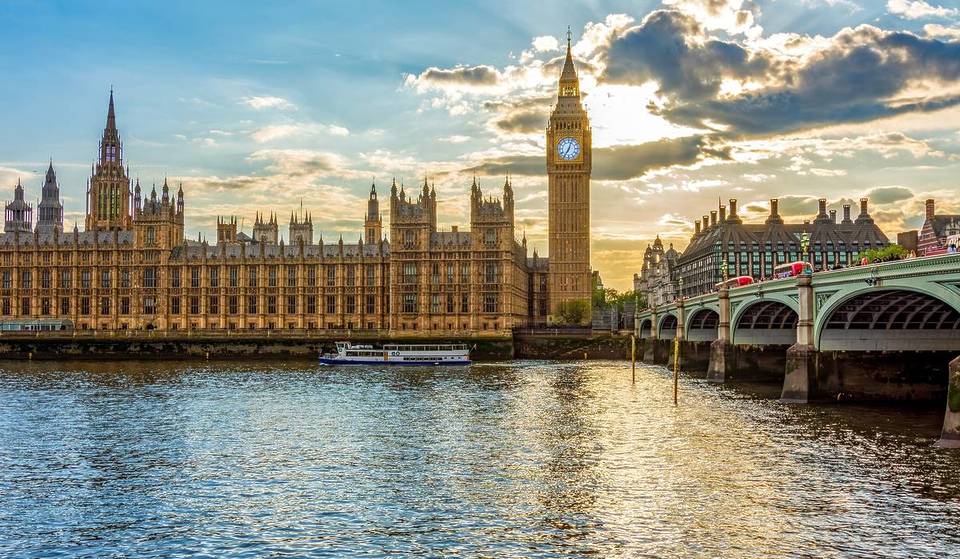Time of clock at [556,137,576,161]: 7:03
